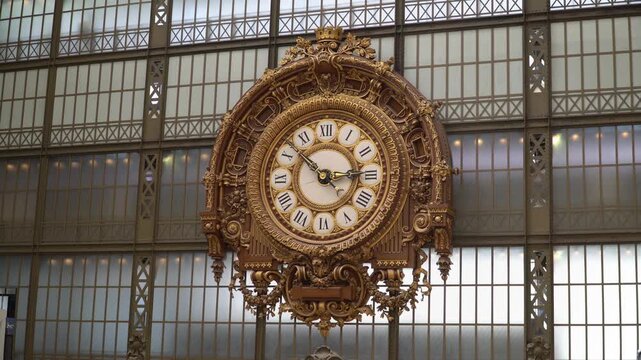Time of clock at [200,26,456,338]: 2:52
